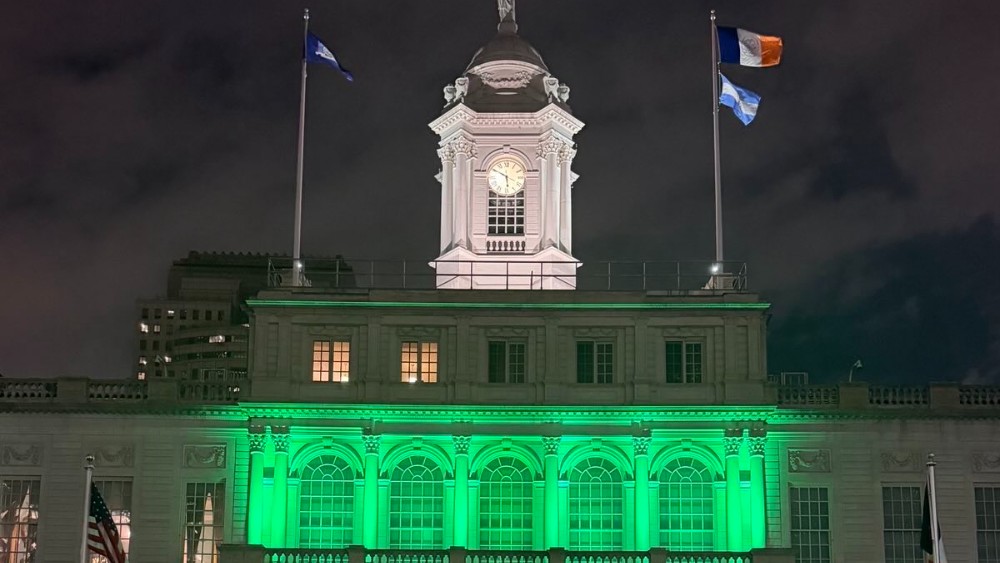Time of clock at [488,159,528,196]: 5:49
